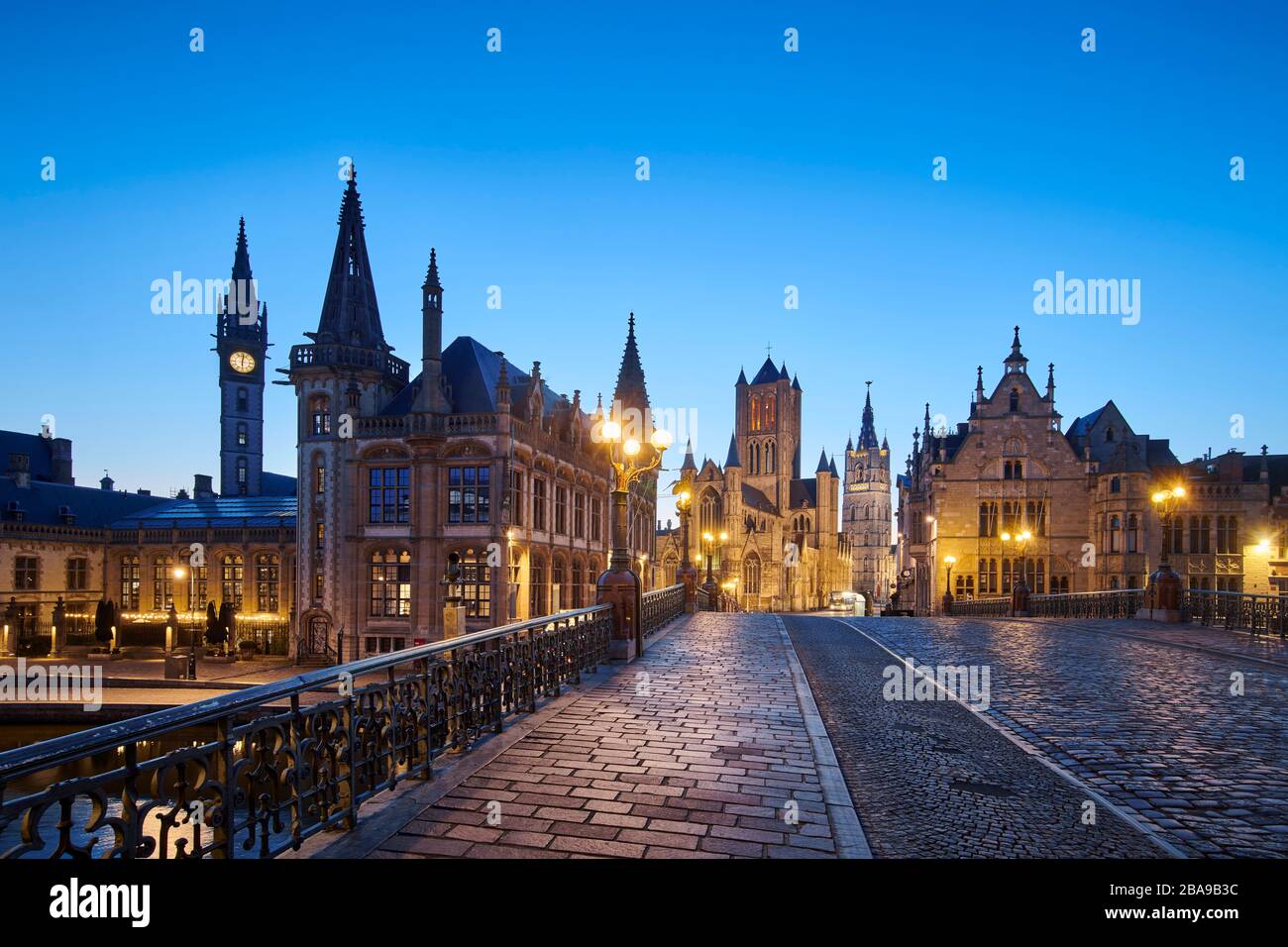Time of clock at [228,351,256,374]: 6:01
